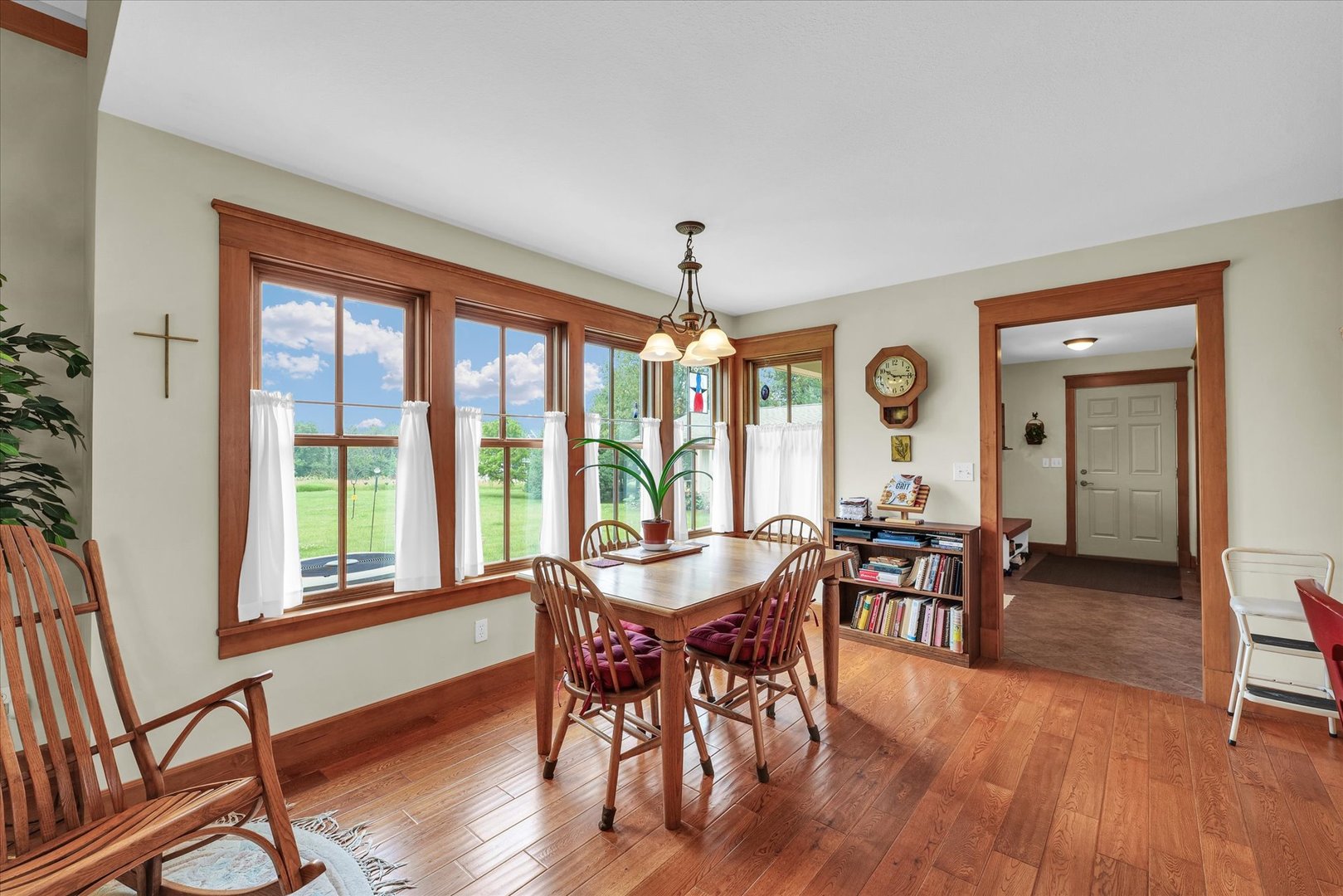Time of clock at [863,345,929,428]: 10:14
